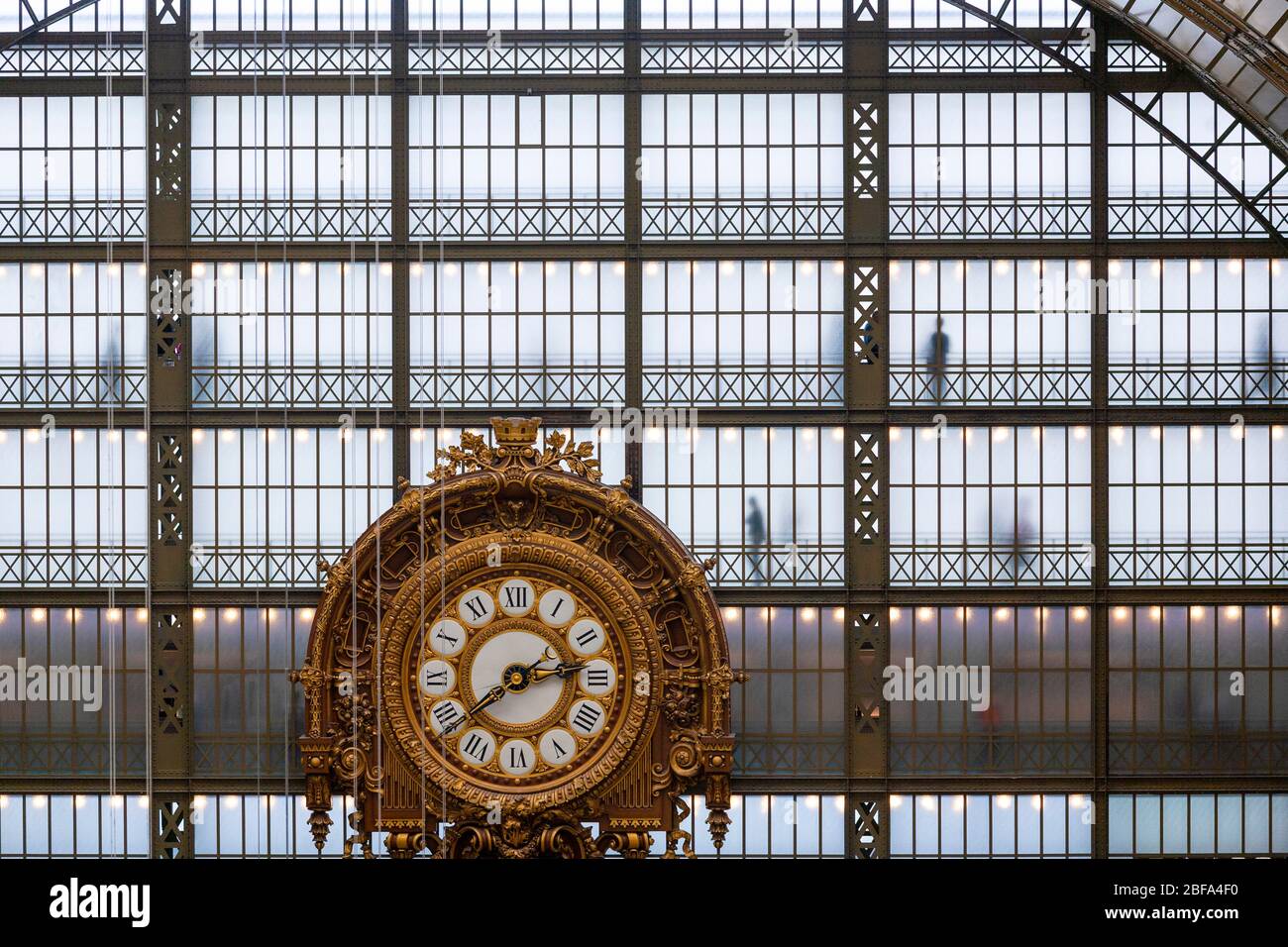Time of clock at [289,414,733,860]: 2:38
